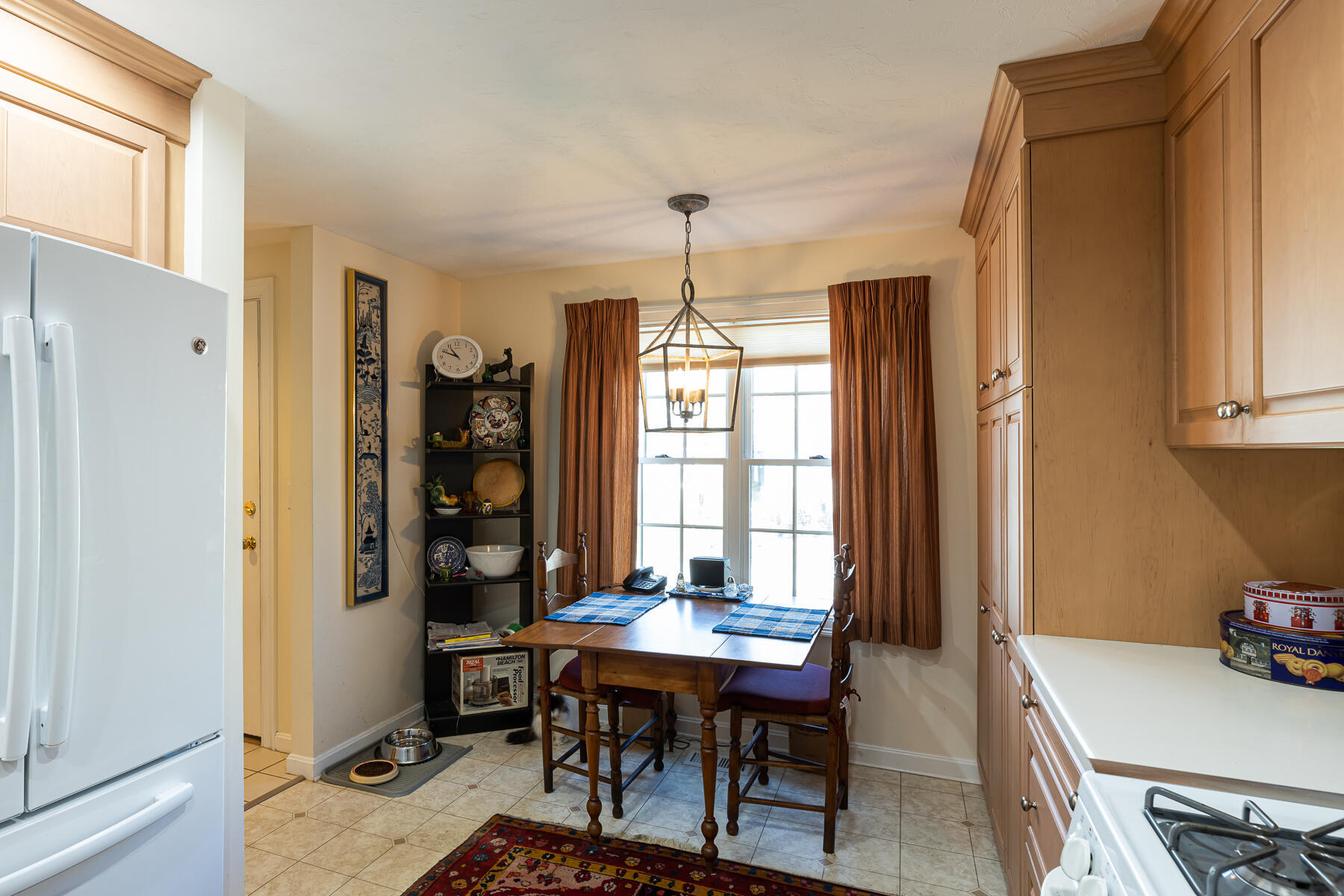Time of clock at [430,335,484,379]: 10:48
